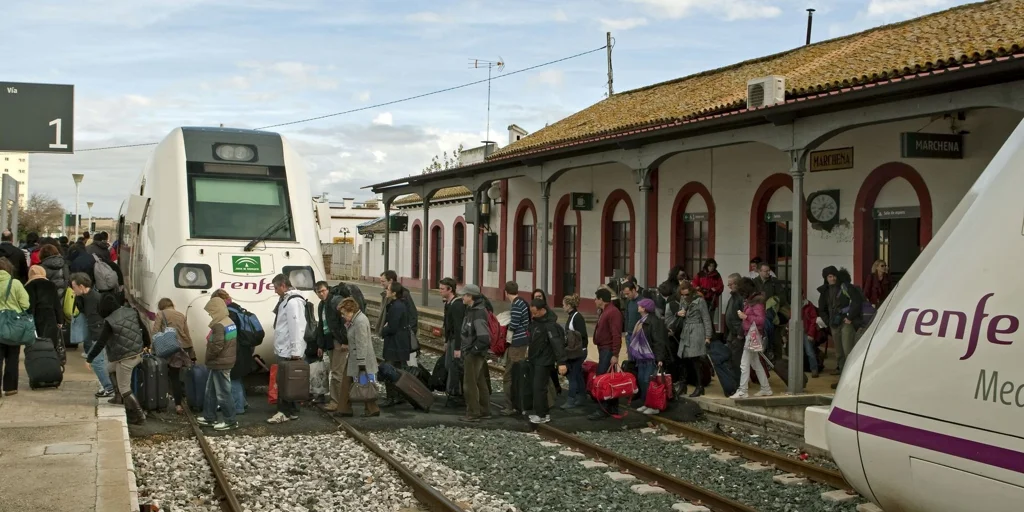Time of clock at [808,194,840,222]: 2:34
